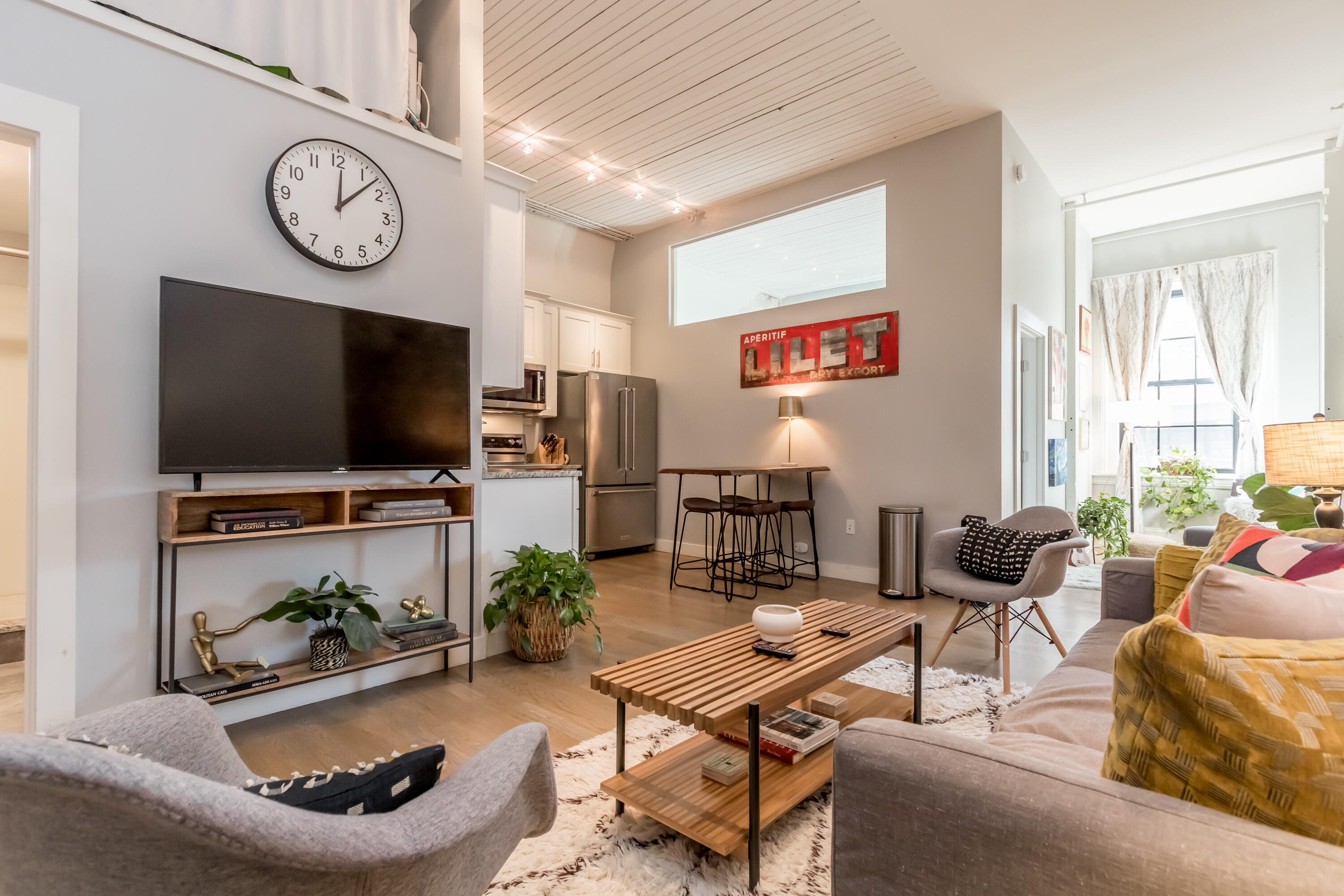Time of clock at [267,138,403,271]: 12:07
